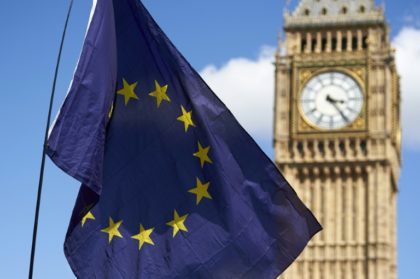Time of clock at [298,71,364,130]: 3:23
